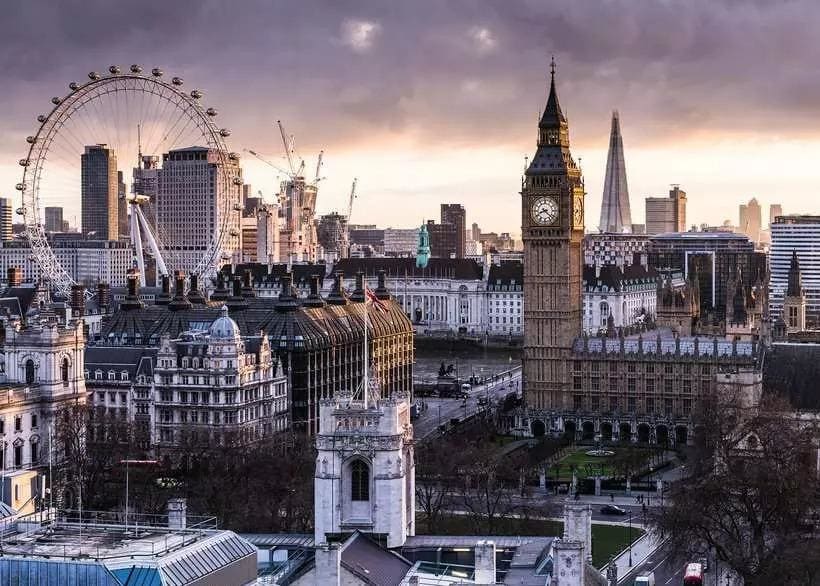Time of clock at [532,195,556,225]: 8:21
